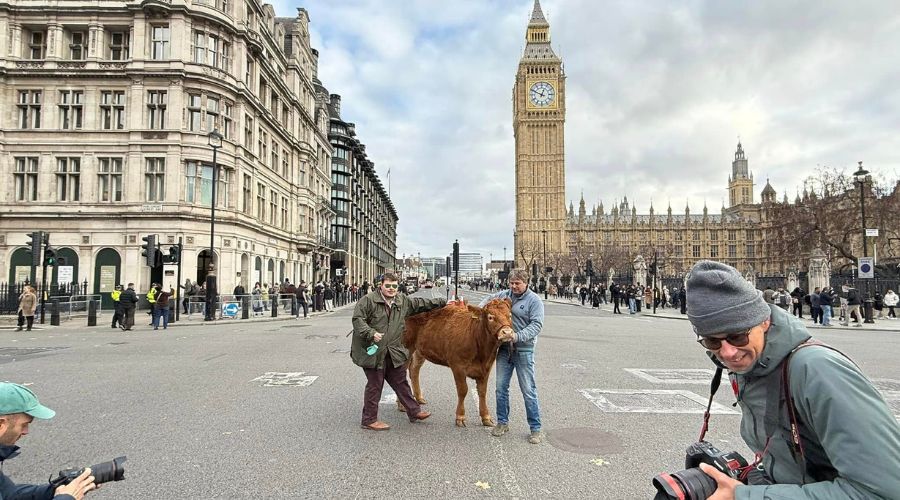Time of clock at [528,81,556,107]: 12:49
